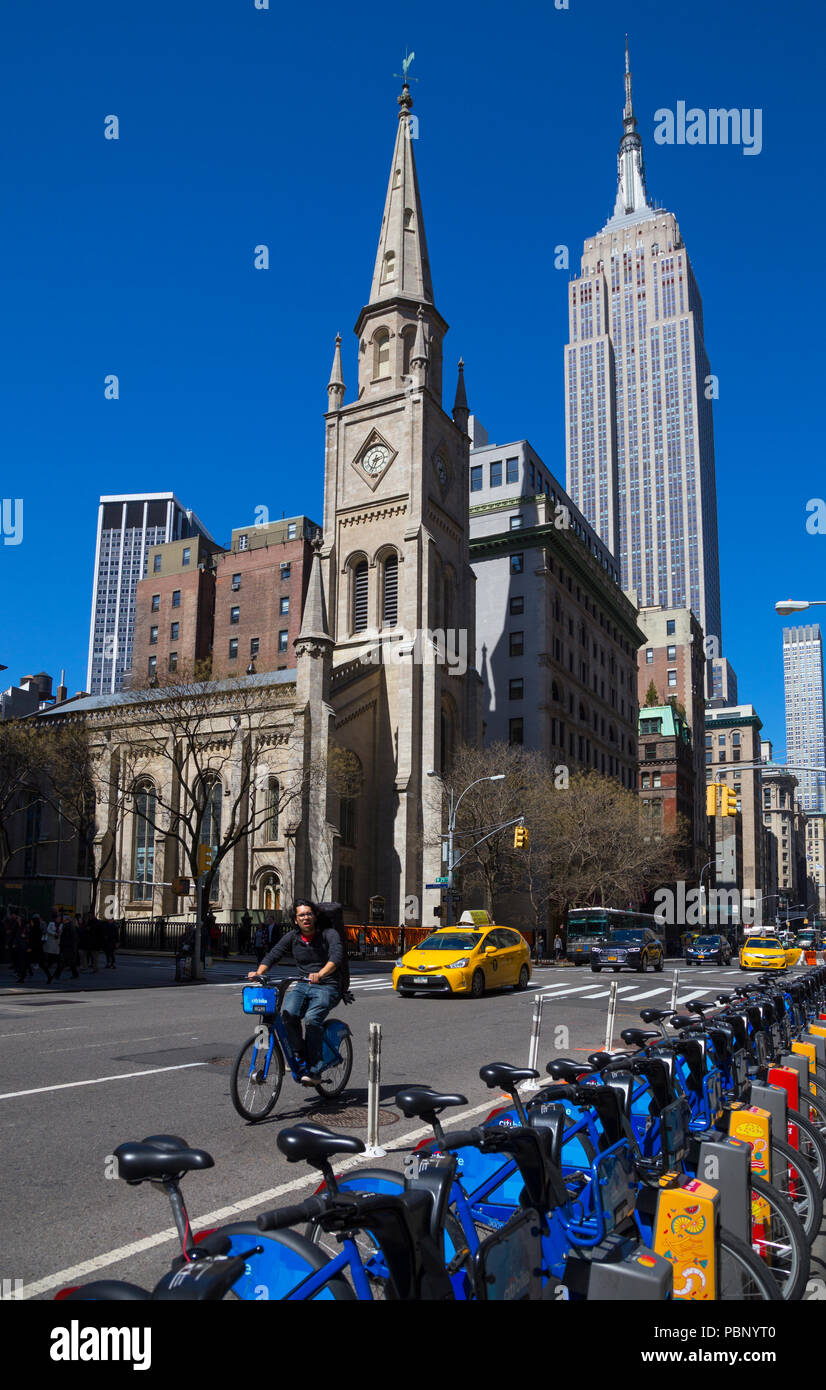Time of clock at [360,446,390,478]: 2:33
